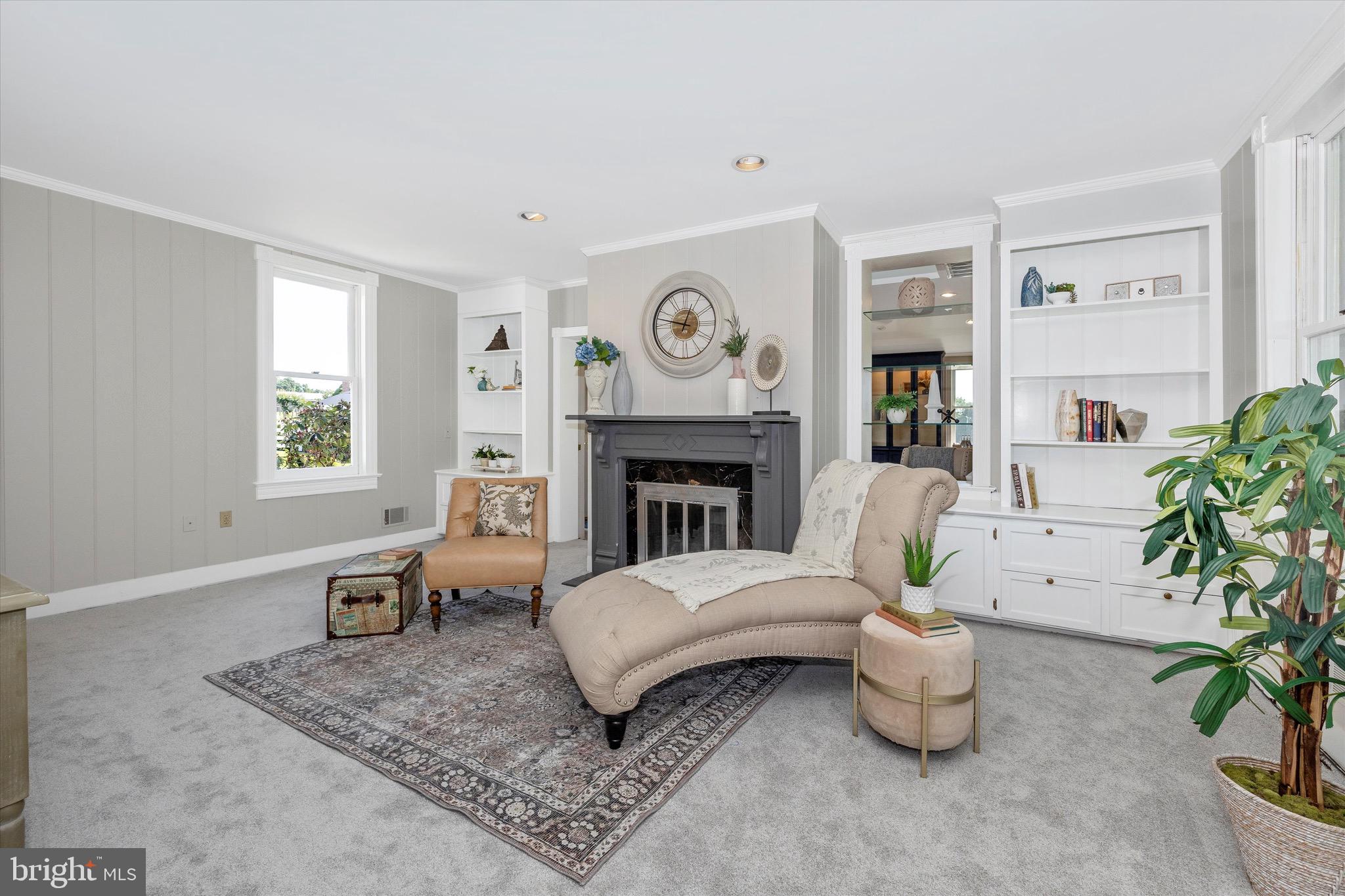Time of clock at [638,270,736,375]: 12:47
